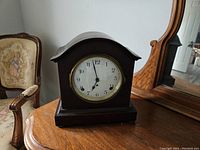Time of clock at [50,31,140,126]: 6:58
